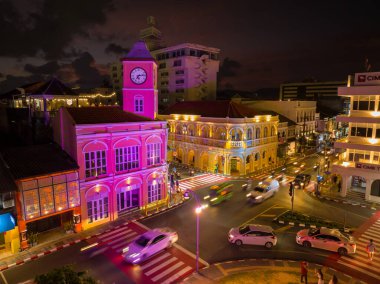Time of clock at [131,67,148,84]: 7:13
